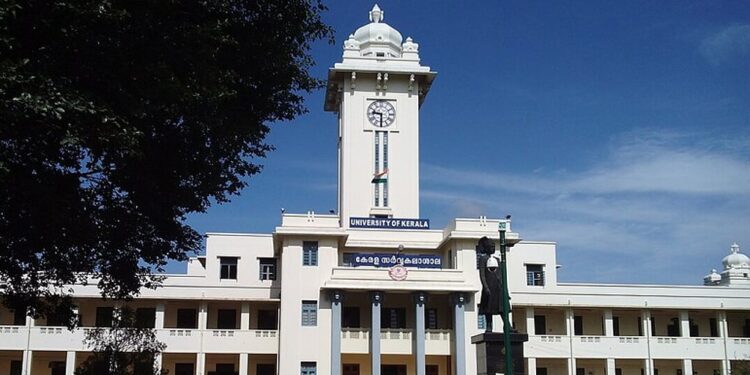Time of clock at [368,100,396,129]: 9:30
